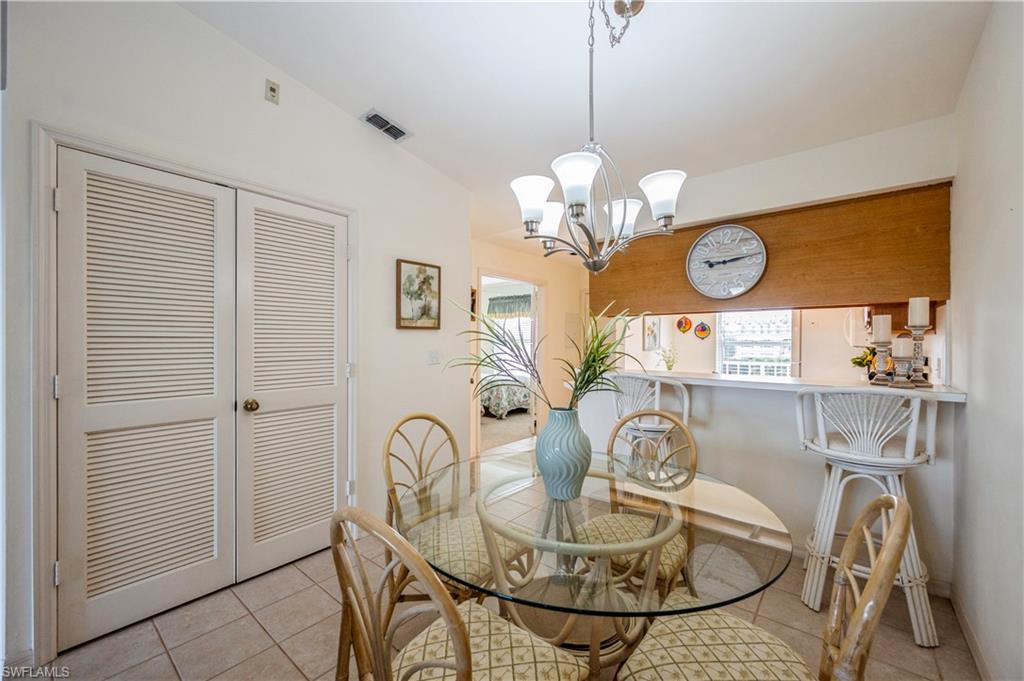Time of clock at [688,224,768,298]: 9:13
